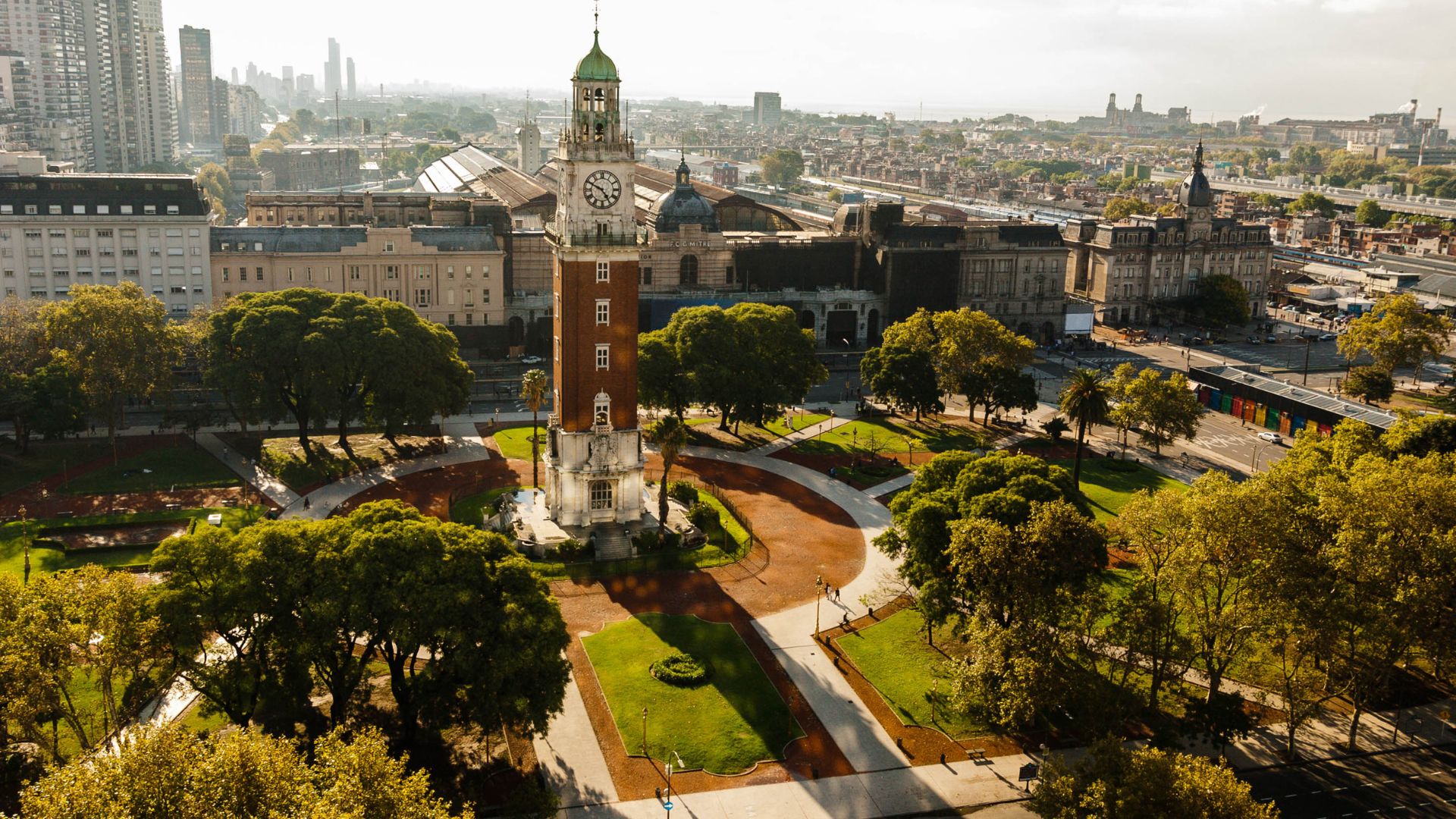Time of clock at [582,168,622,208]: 4:49
